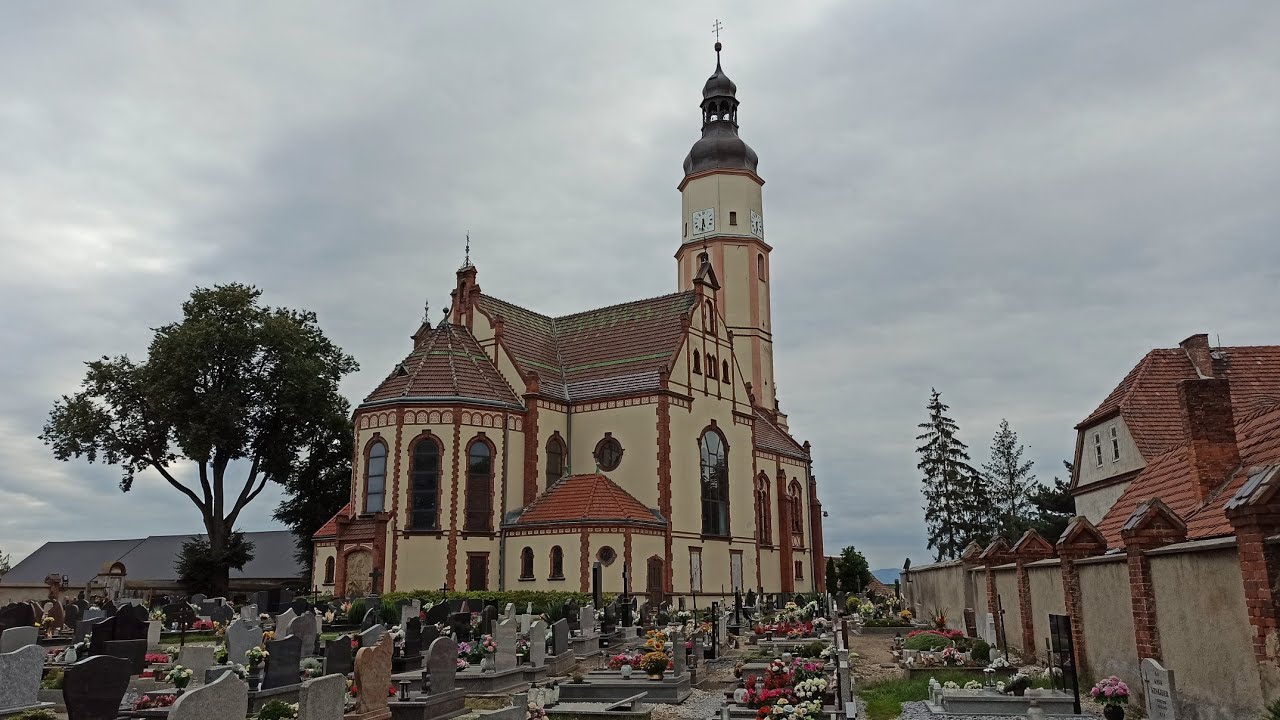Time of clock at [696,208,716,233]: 5:31
